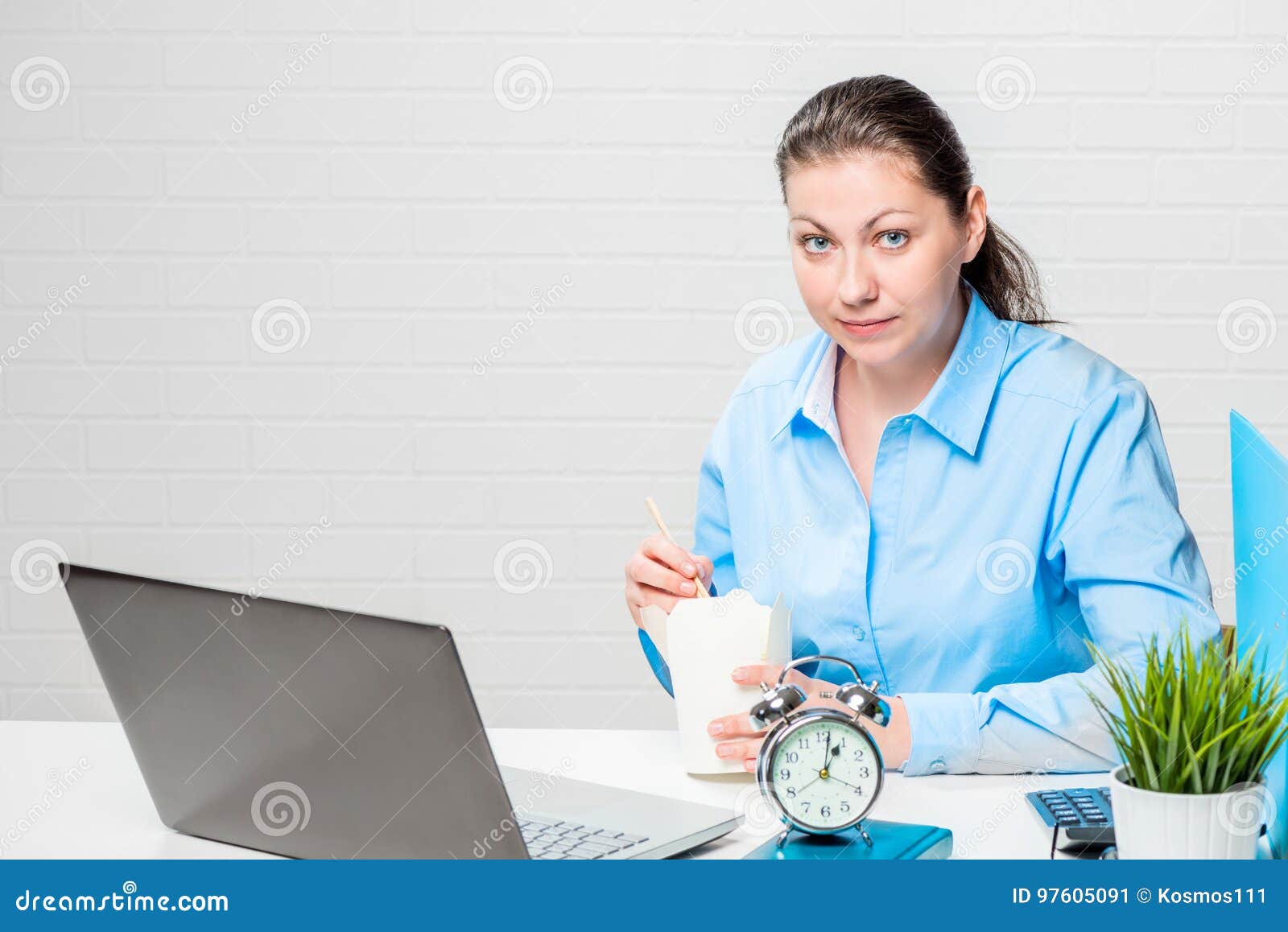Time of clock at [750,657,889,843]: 1:01
